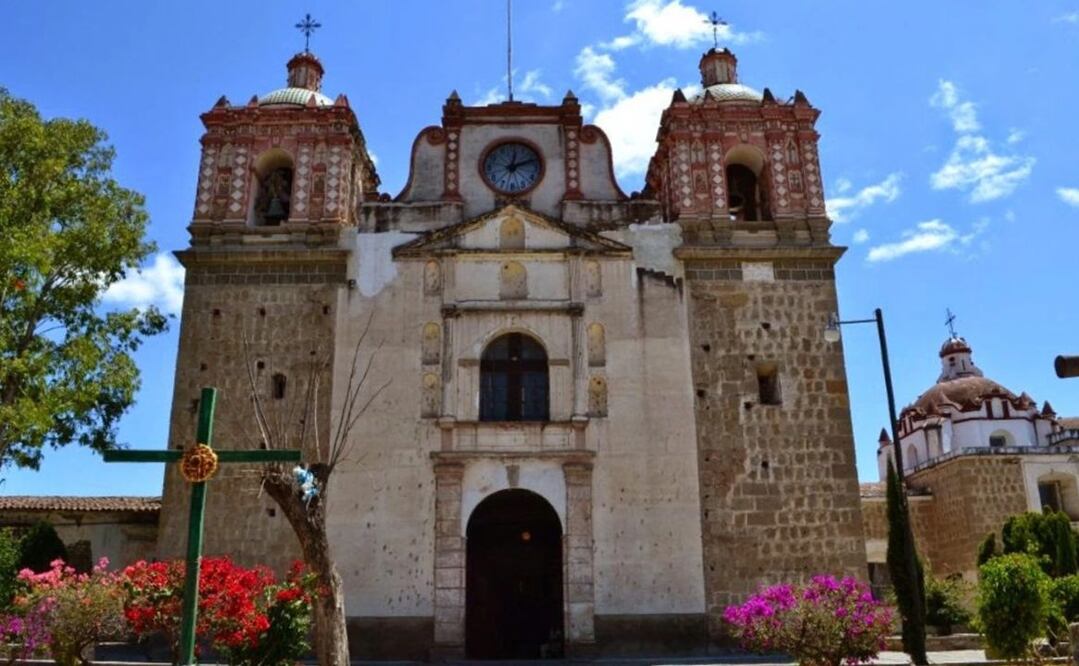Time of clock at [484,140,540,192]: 12:11
